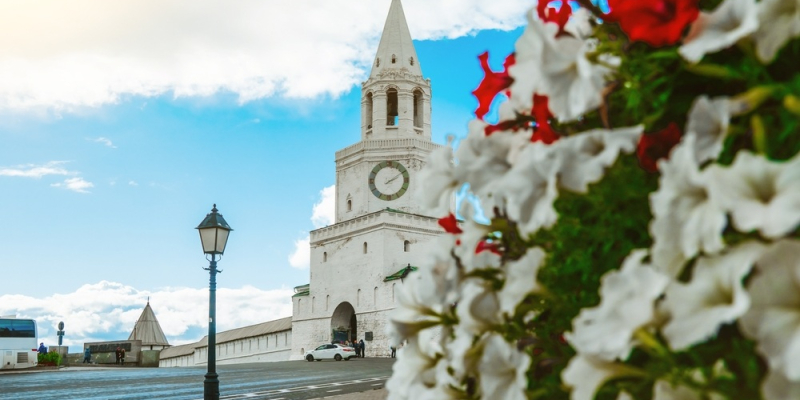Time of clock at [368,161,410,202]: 2:09
